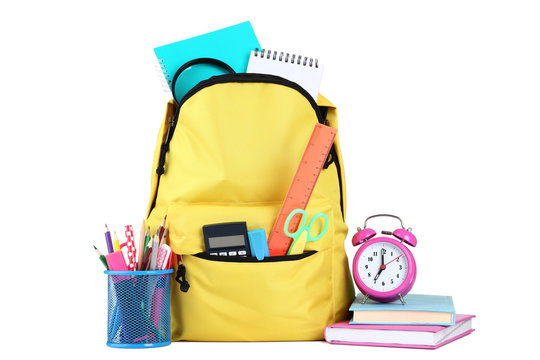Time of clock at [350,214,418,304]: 7:00
